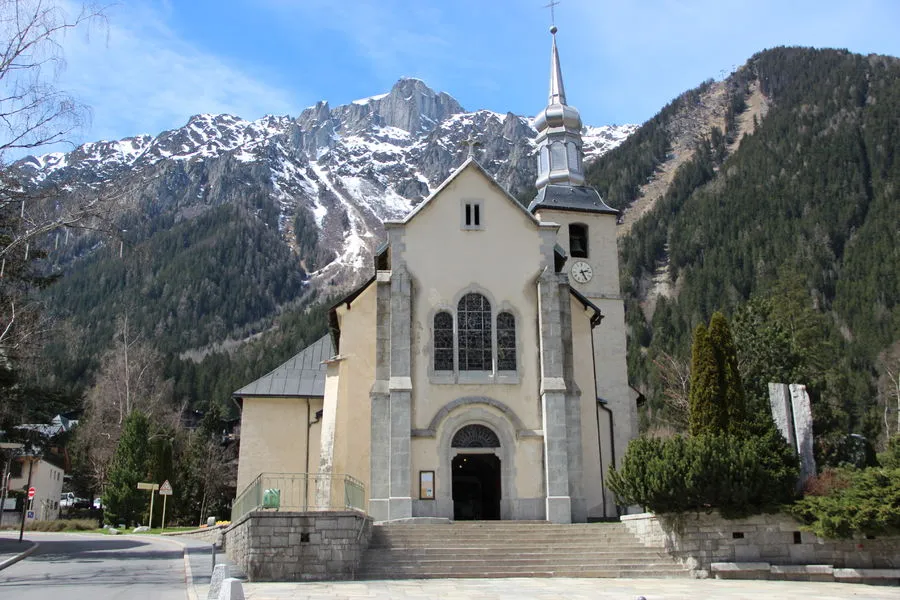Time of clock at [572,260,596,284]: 2:25
